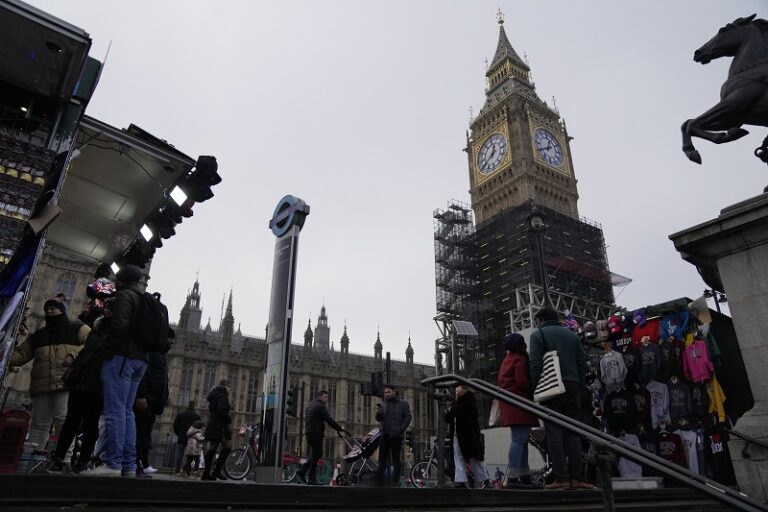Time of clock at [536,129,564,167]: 12:40
